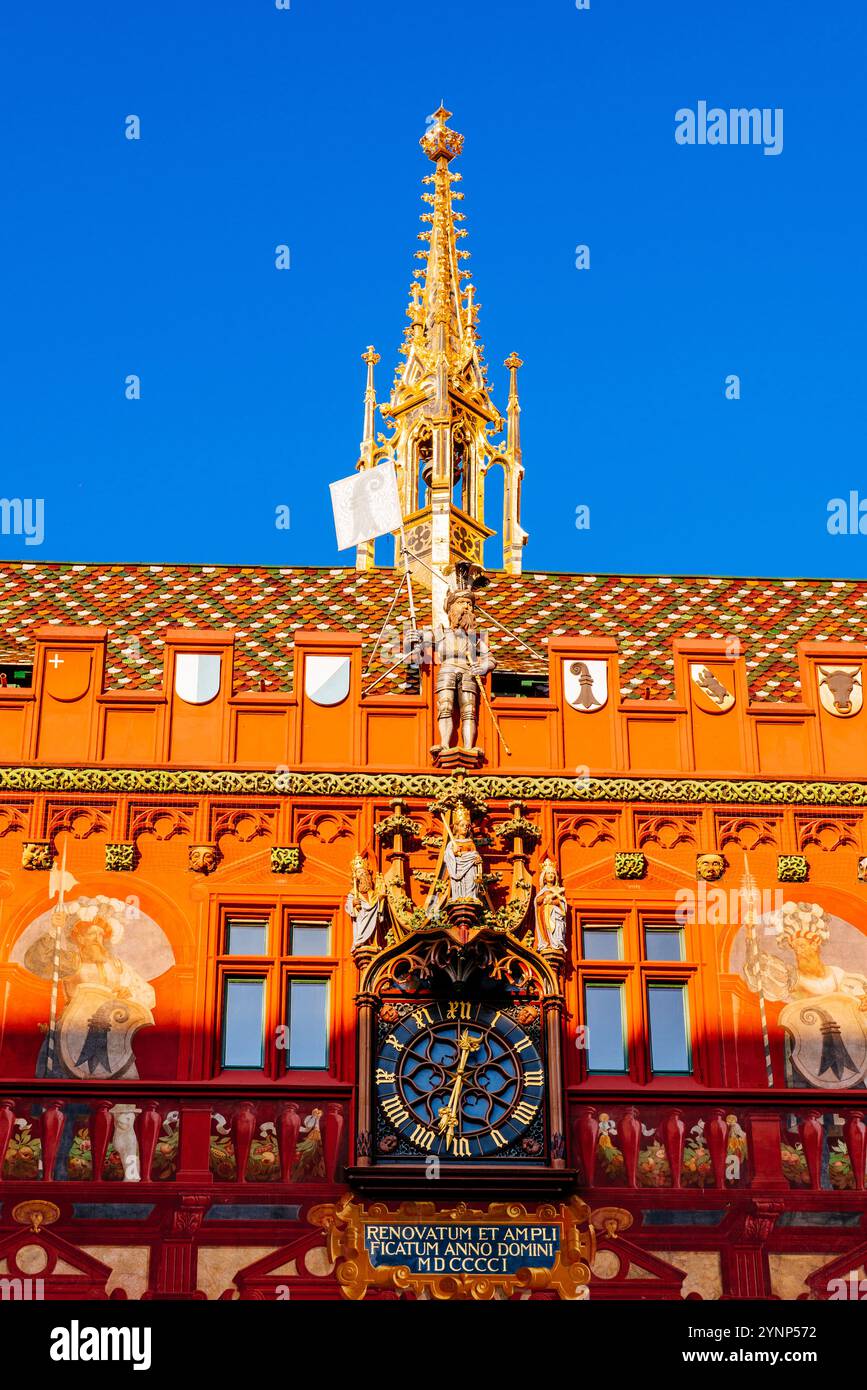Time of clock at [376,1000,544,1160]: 12:32
